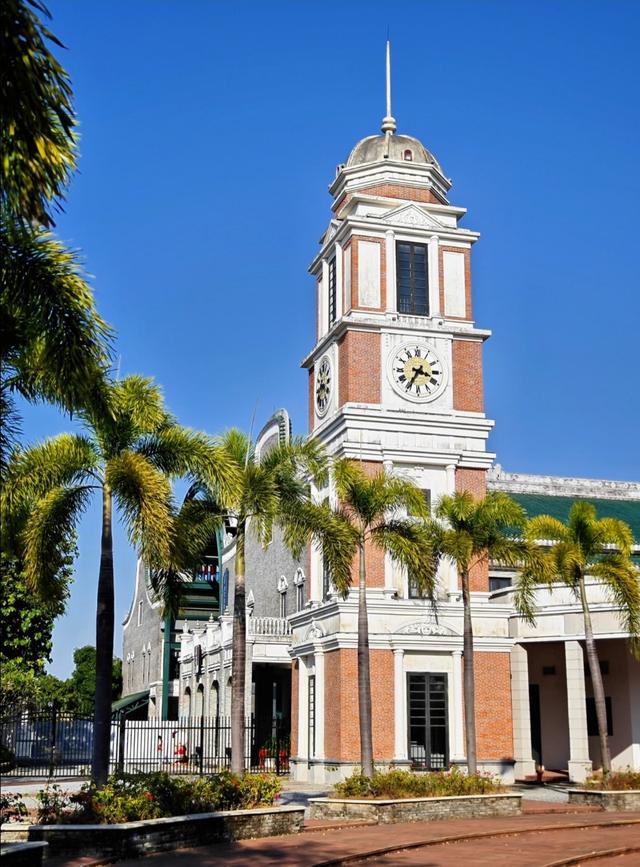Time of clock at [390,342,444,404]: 3:34
